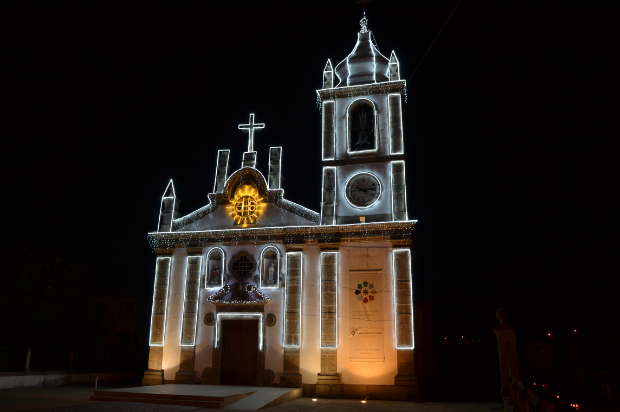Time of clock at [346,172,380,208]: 2:49
